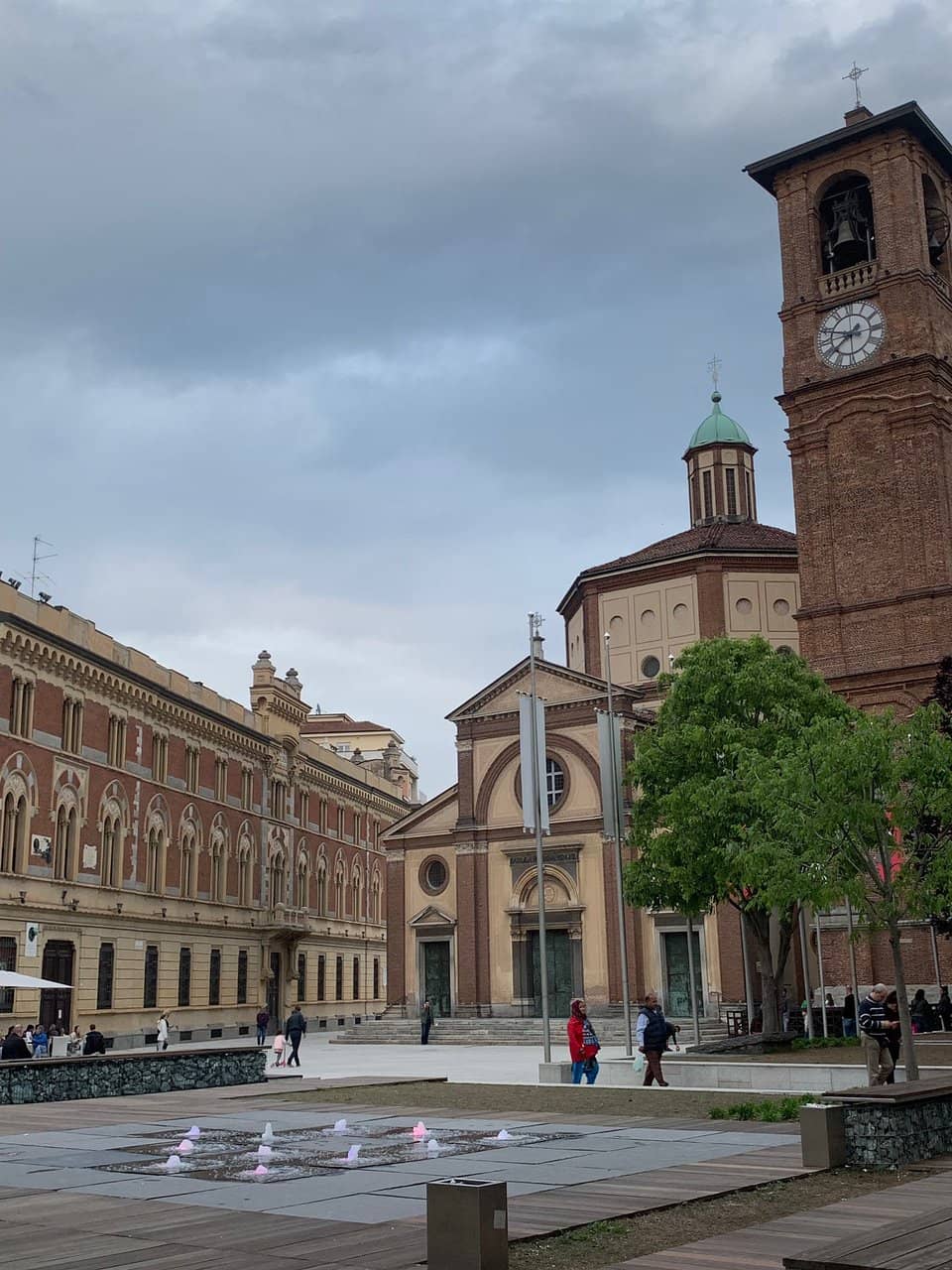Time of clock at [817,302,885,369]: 9:38
